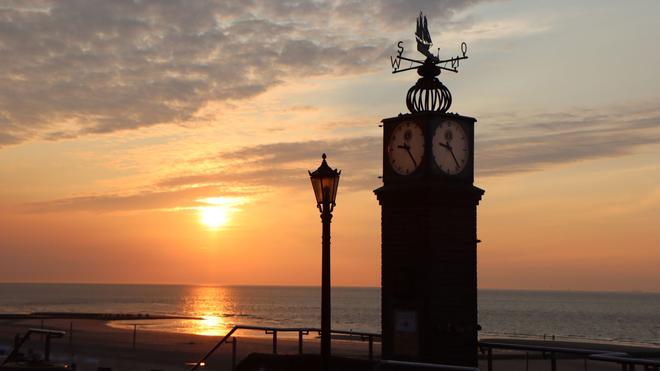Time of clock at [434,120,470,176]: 12:23
